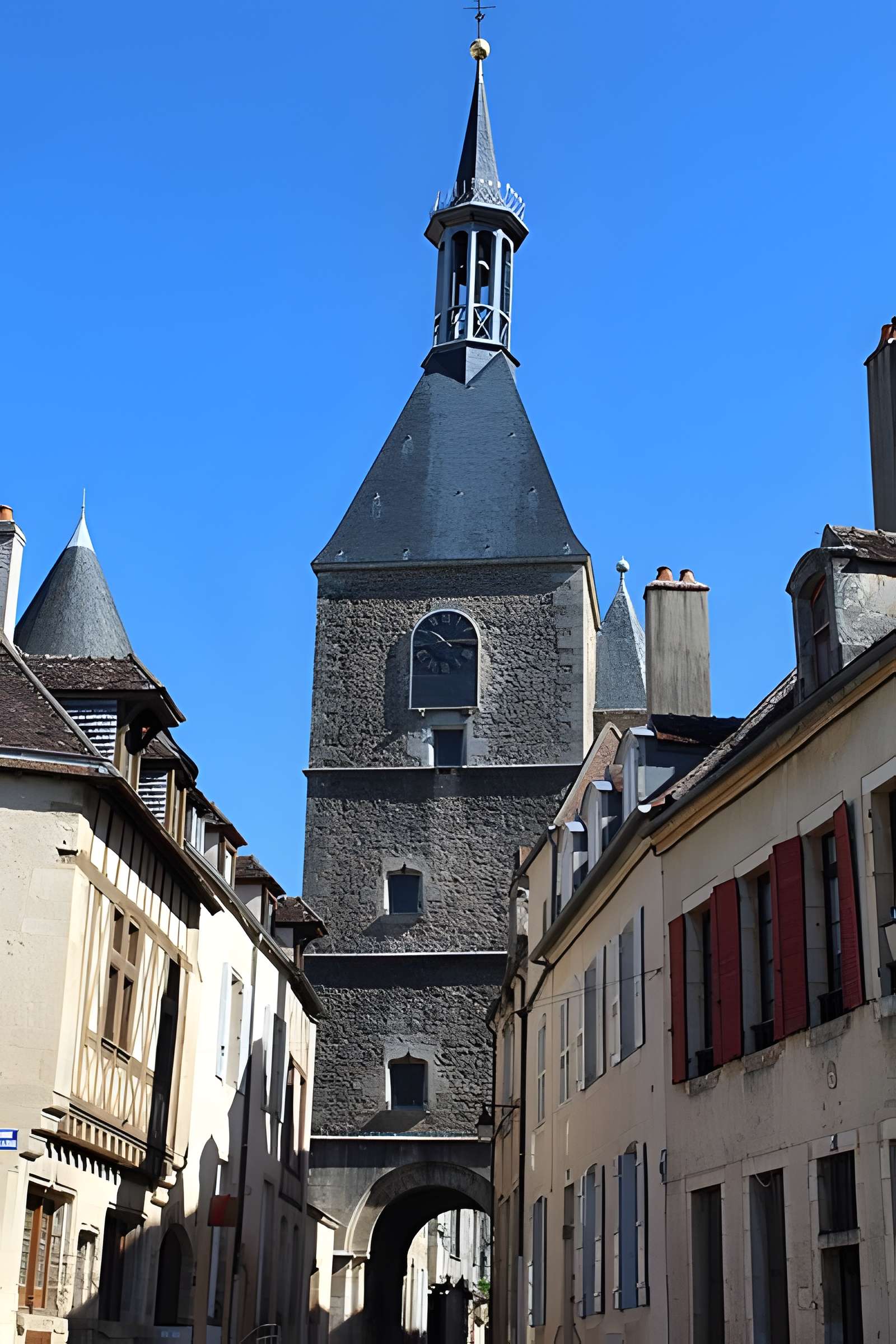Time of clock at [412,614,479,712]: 10:14
